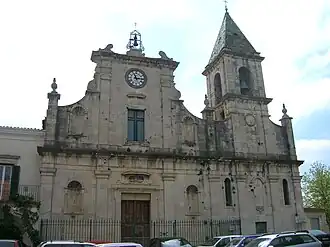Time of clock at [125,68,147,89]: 11:13
